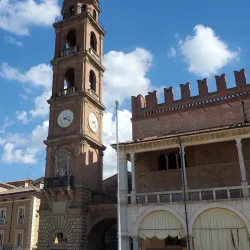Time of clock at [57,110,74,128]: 2:18
